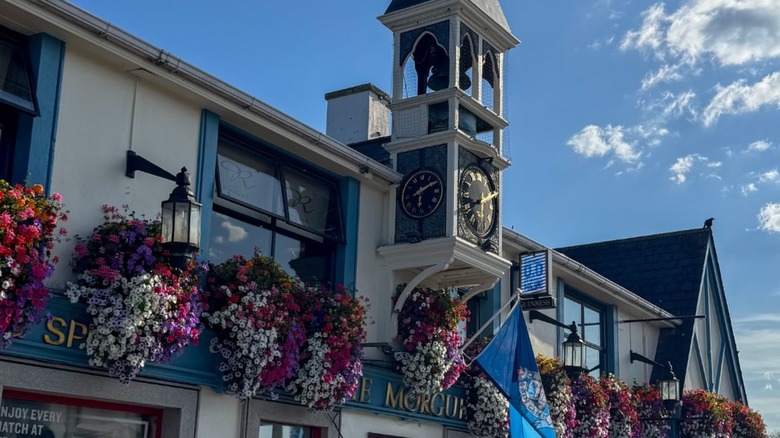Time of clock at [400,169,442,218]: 6:10
